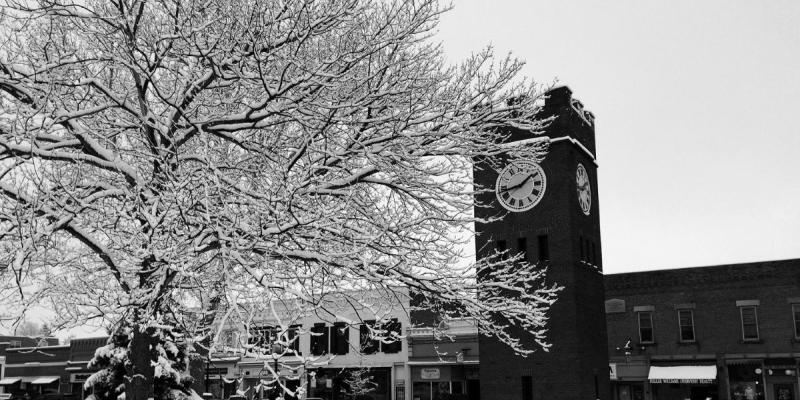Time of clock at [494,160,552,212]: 1:42
